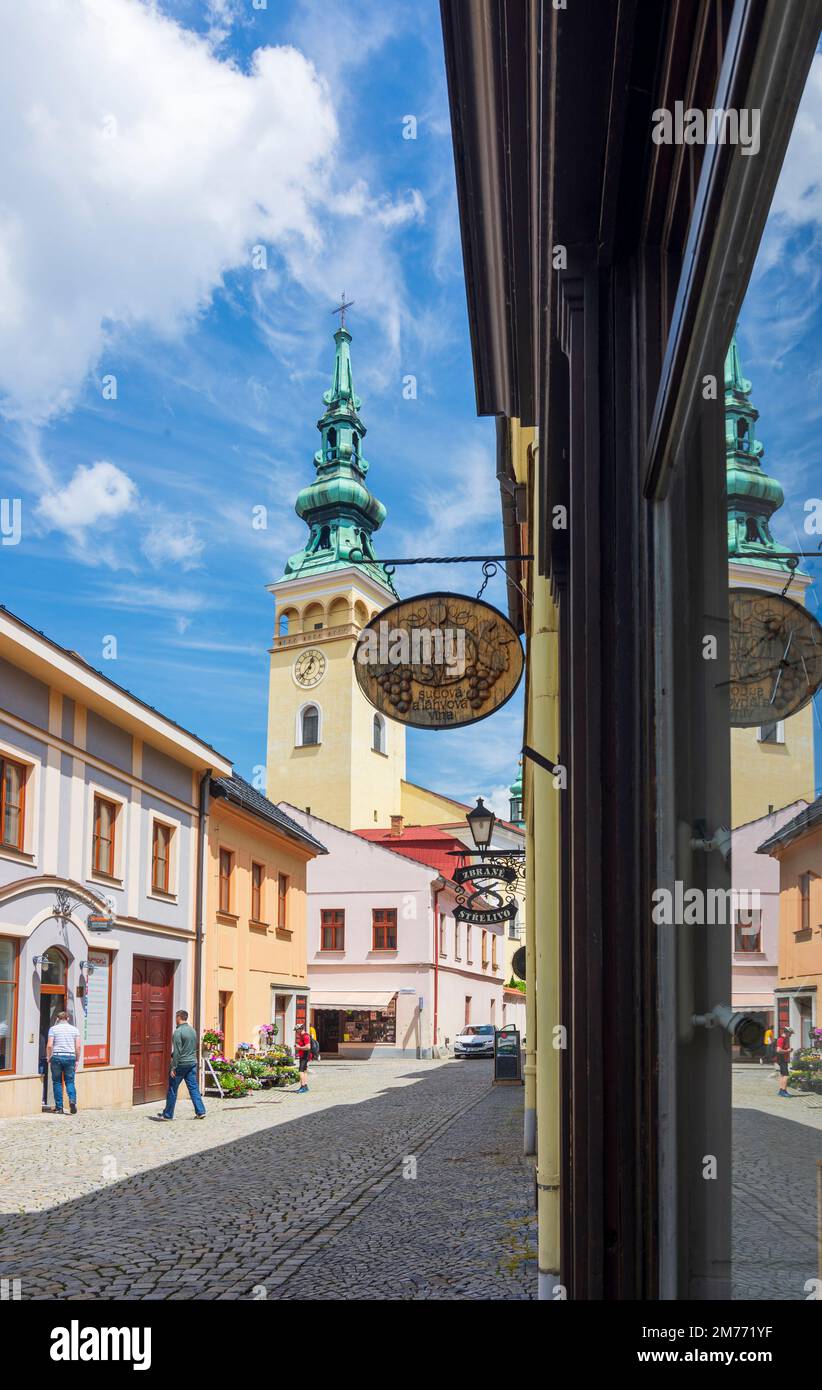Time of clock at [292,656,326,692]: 12:37
